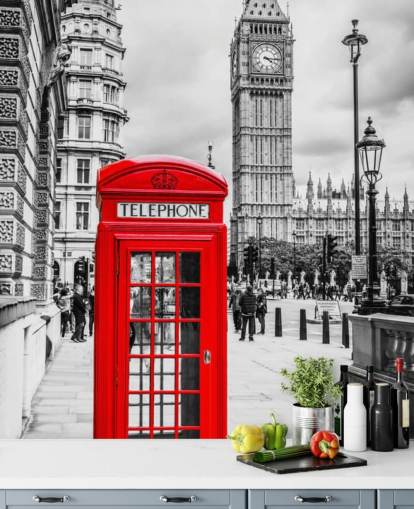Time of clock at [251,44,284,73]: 4:15
